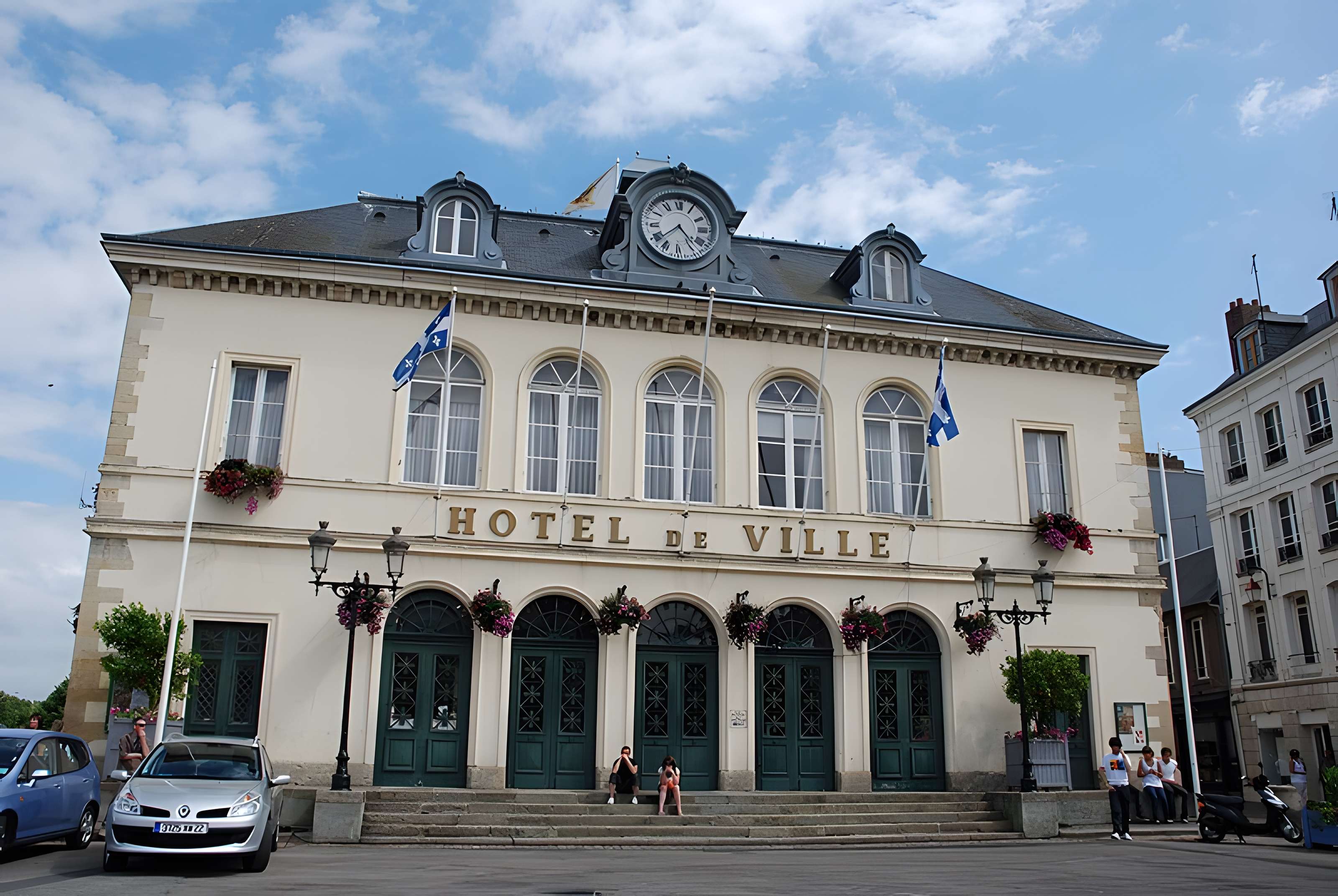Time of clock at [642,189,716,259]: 4:38
